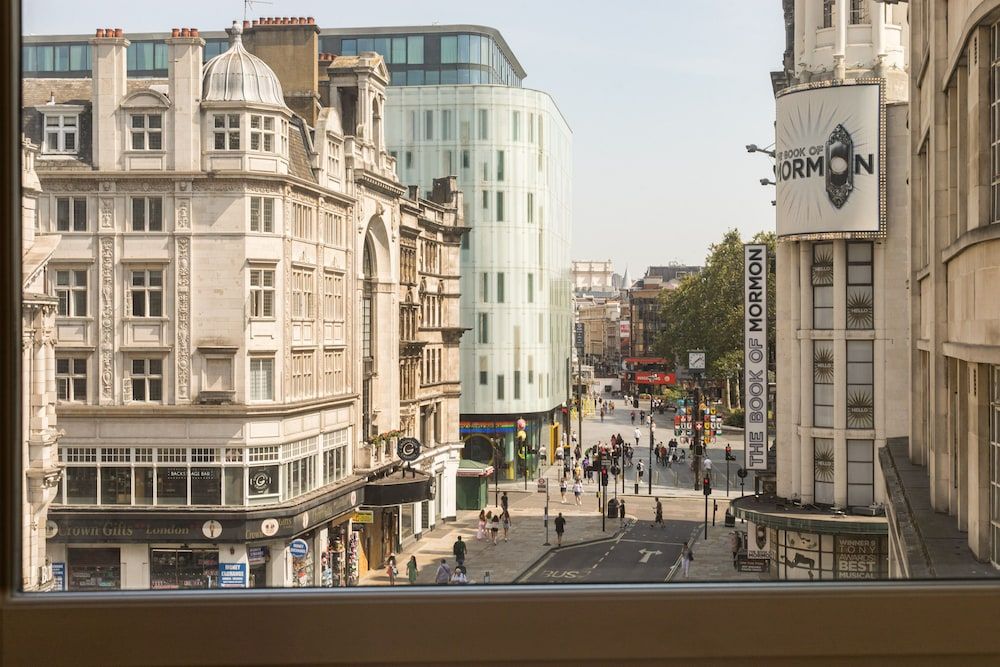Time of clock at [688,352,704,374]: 1:37
